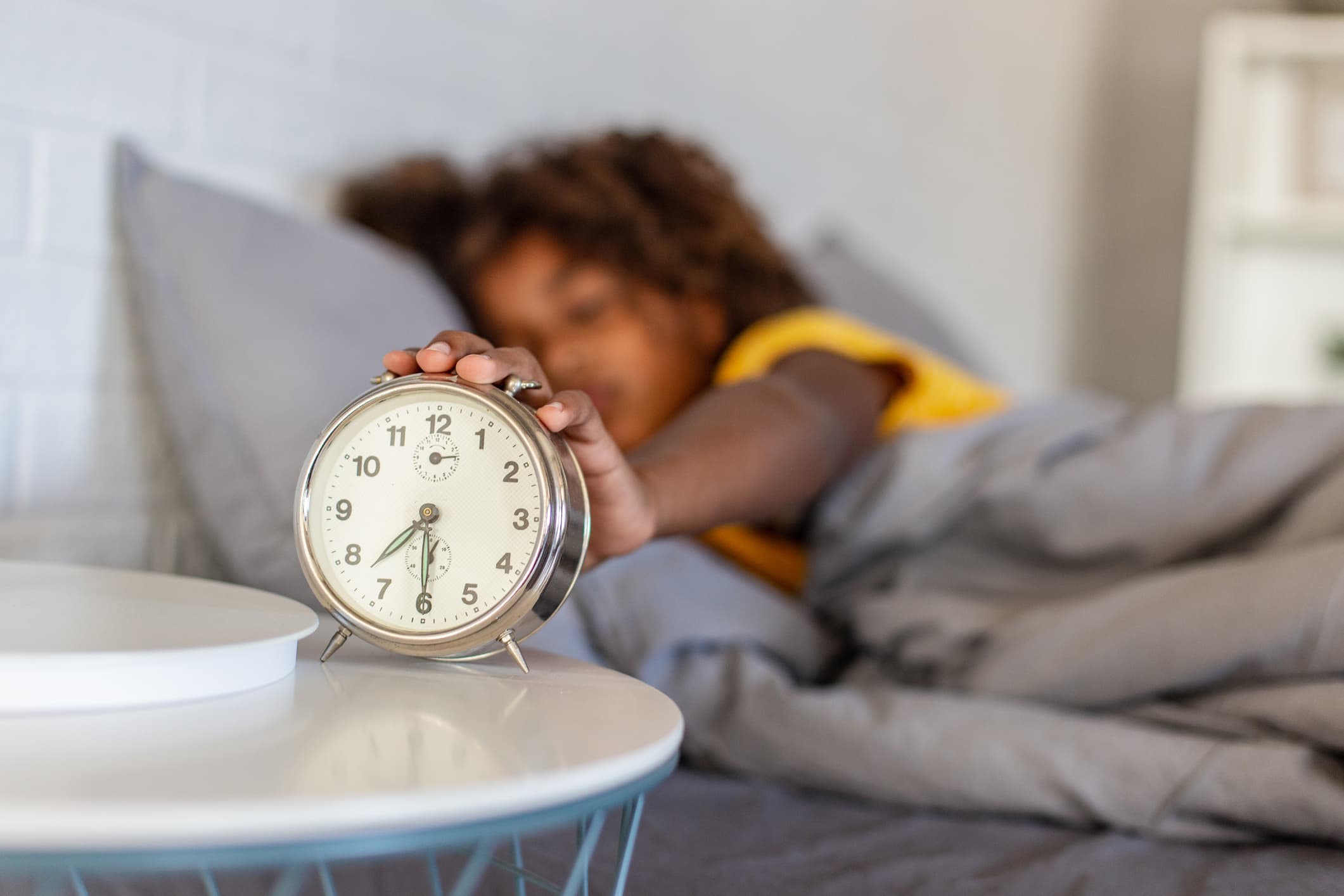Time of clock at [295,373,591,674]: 7:30
